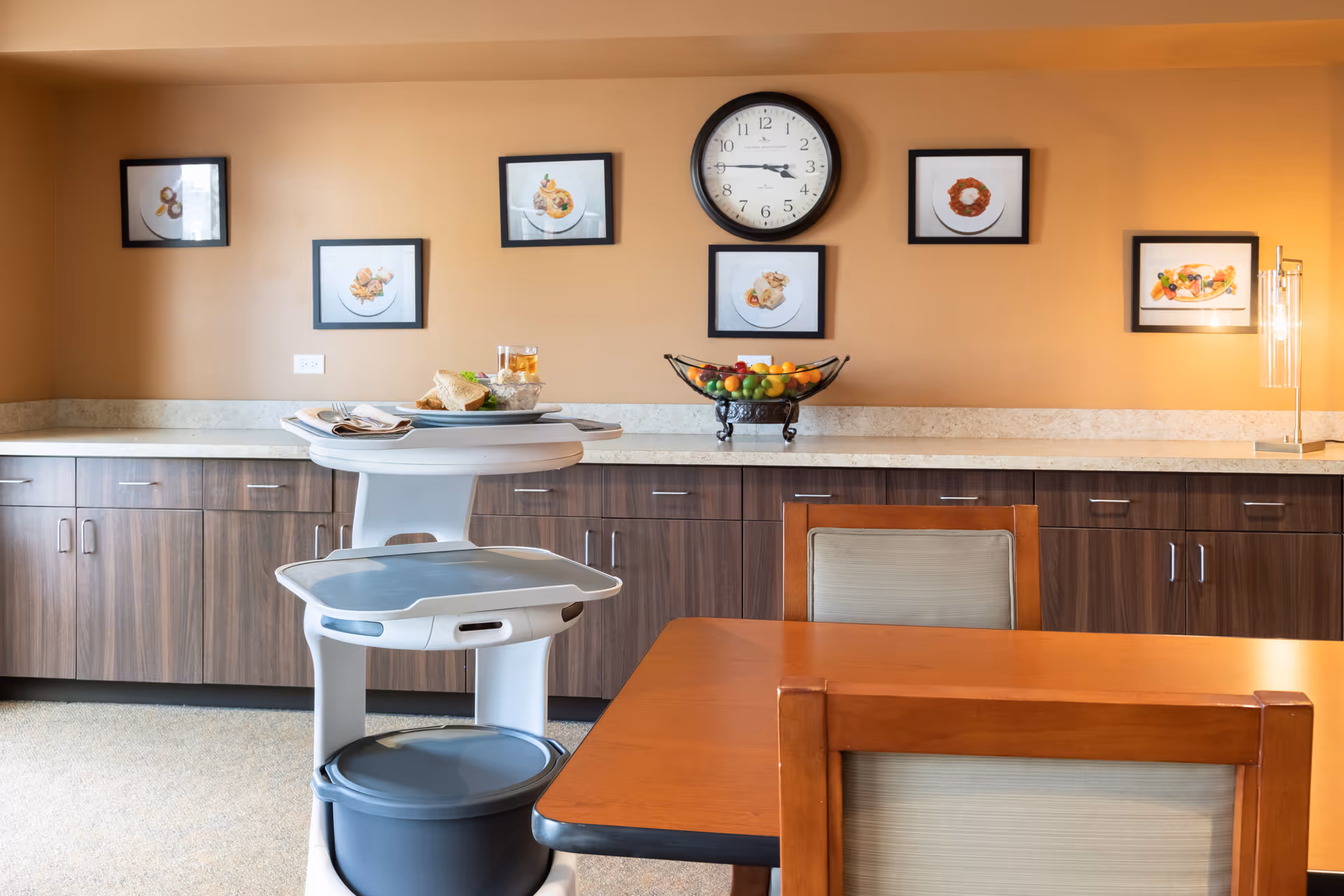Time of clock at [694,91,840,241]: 3:45
